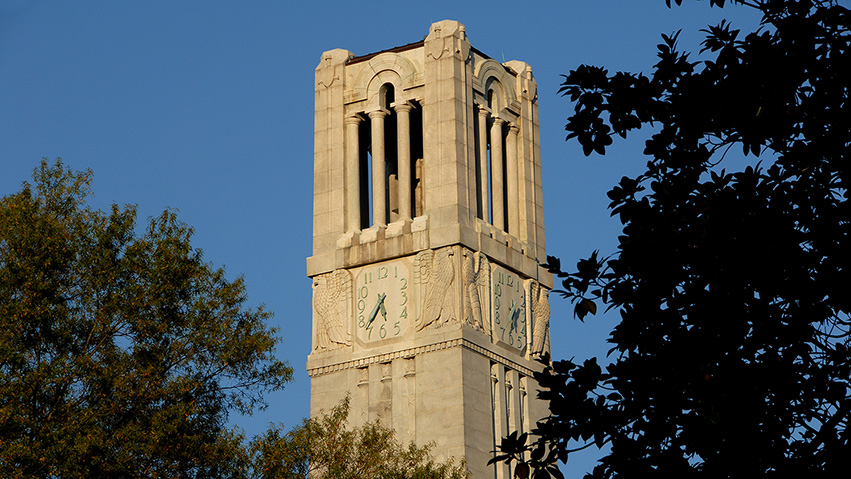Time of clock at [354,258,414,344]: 5:36
